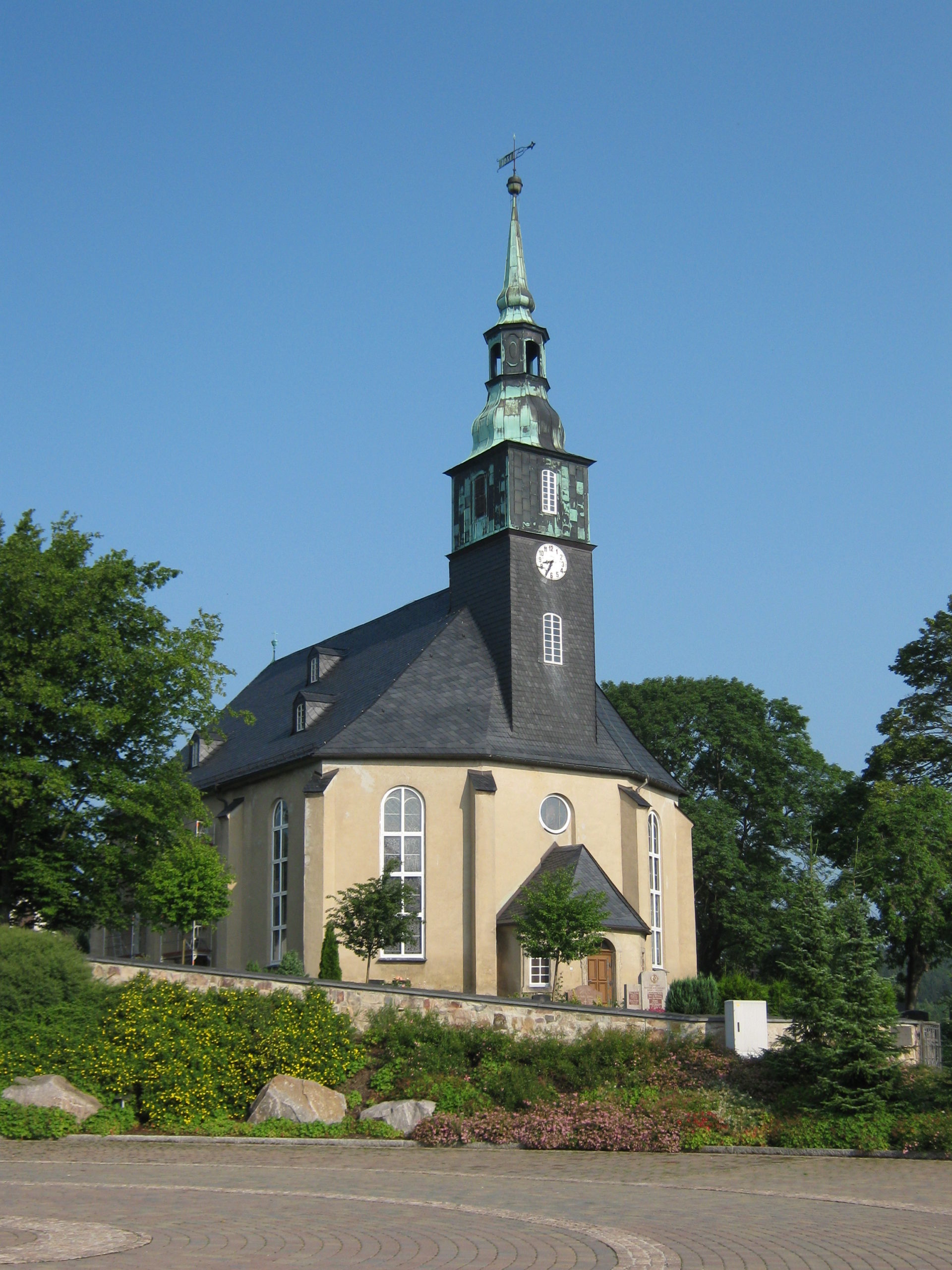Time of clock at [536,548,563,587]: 8:34
